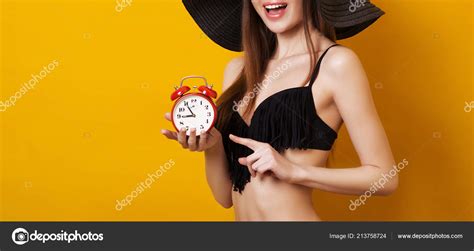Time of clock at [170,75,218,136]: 8:54
